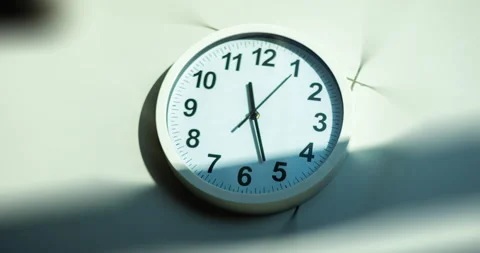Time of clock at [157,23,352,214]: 11:26
